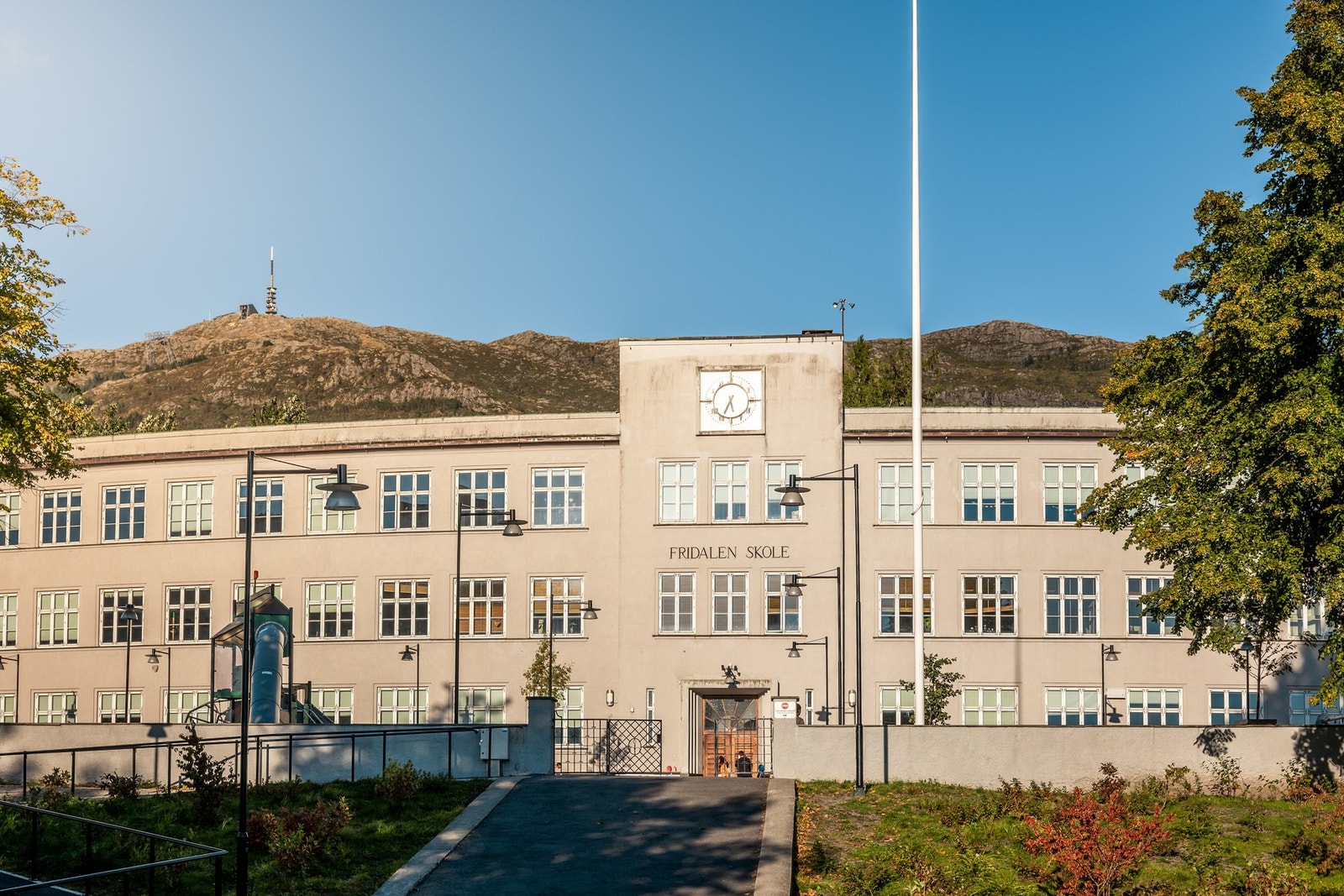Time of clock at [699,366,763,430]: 5:34
